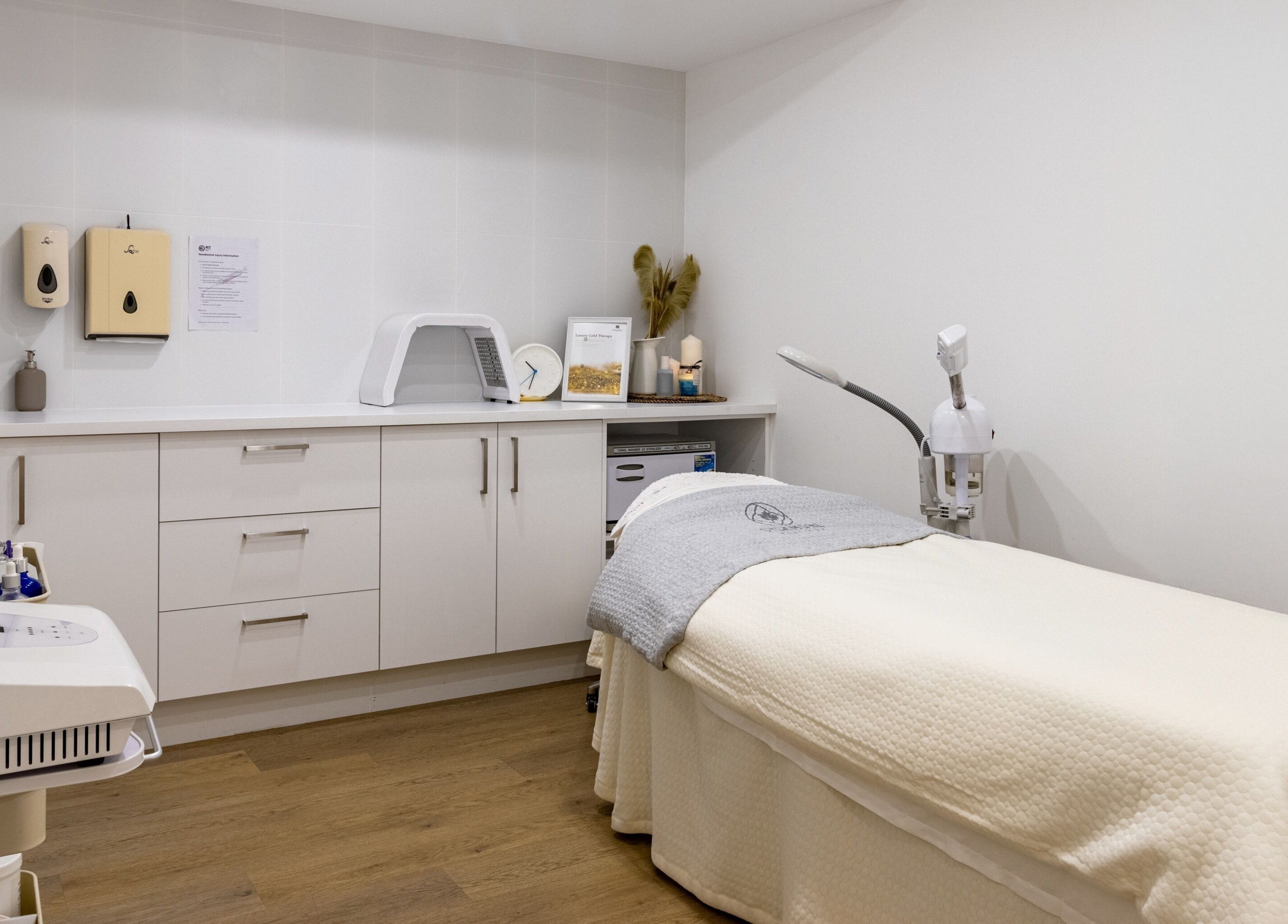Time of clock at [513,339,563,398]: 10:33
